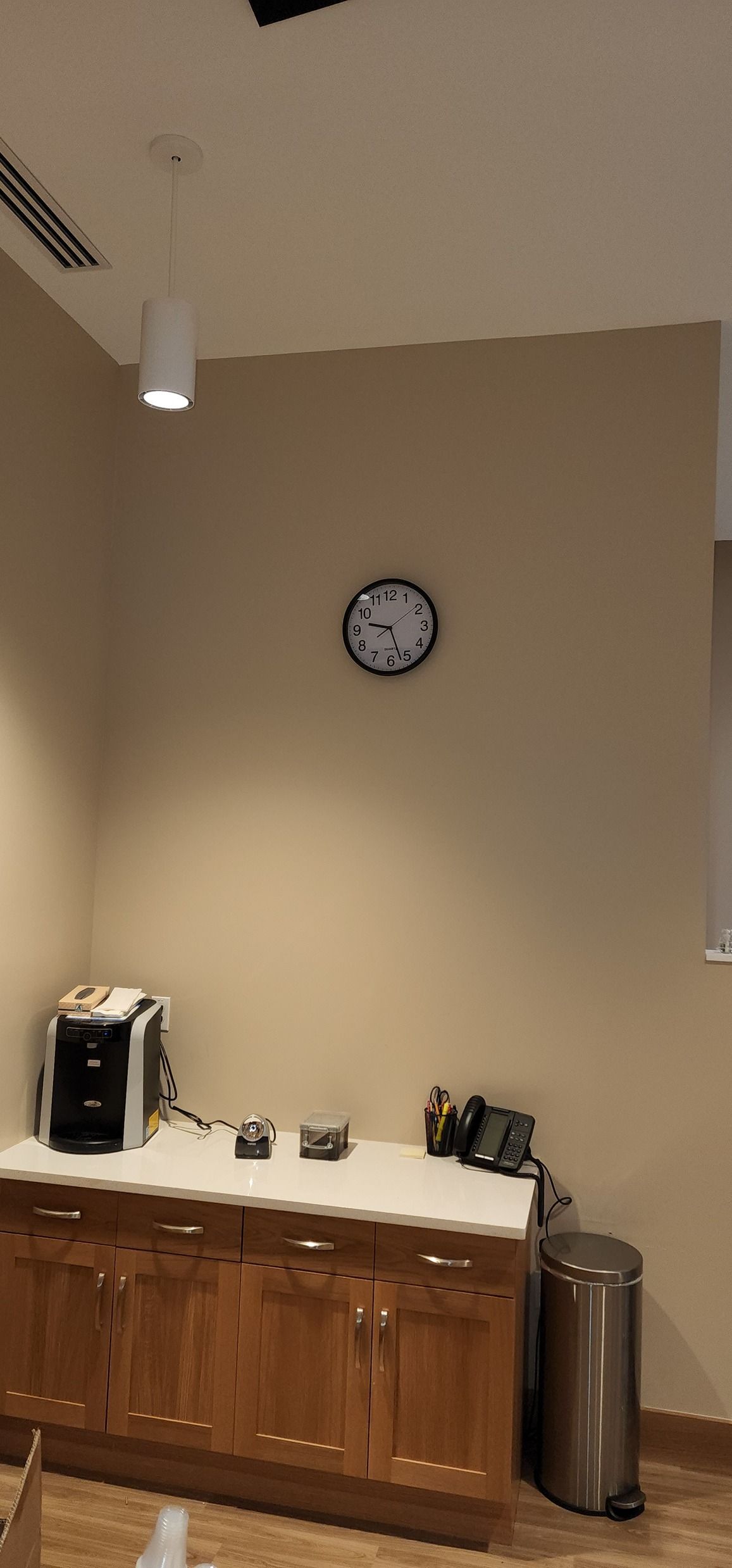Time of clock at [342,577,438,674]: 9:27
